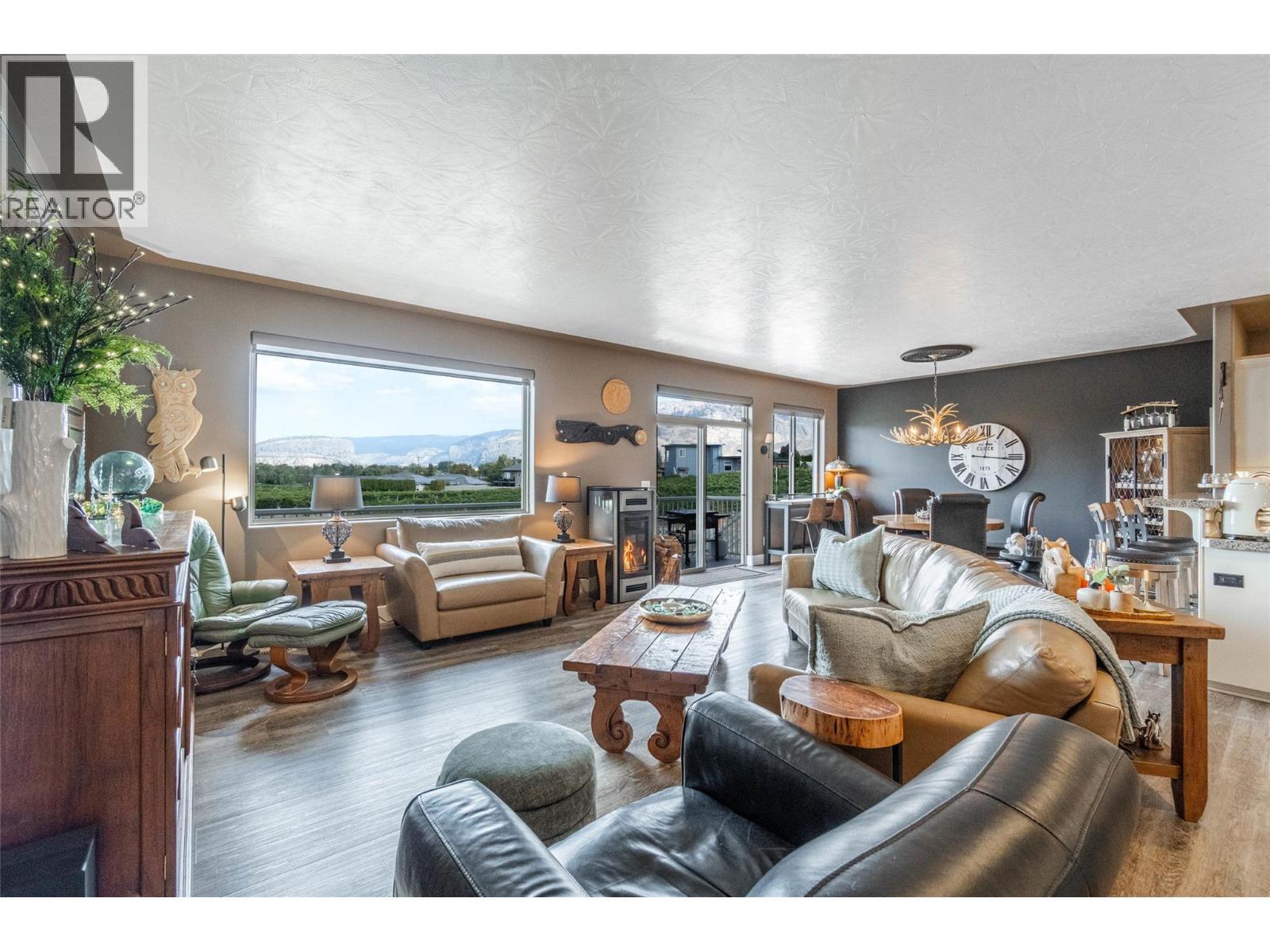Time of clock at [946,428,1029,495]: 12:16
